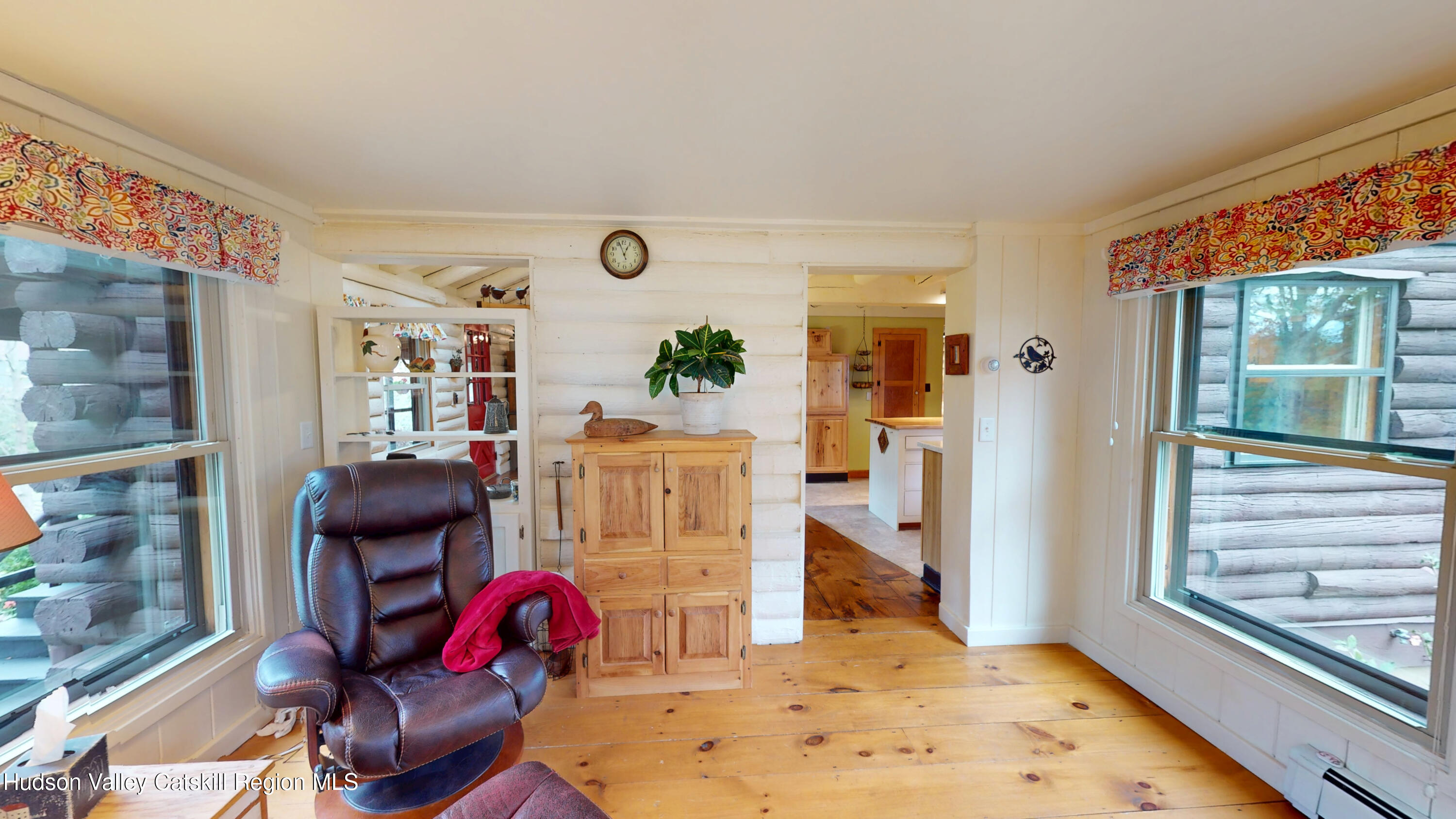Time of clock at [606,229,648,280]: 12:56
